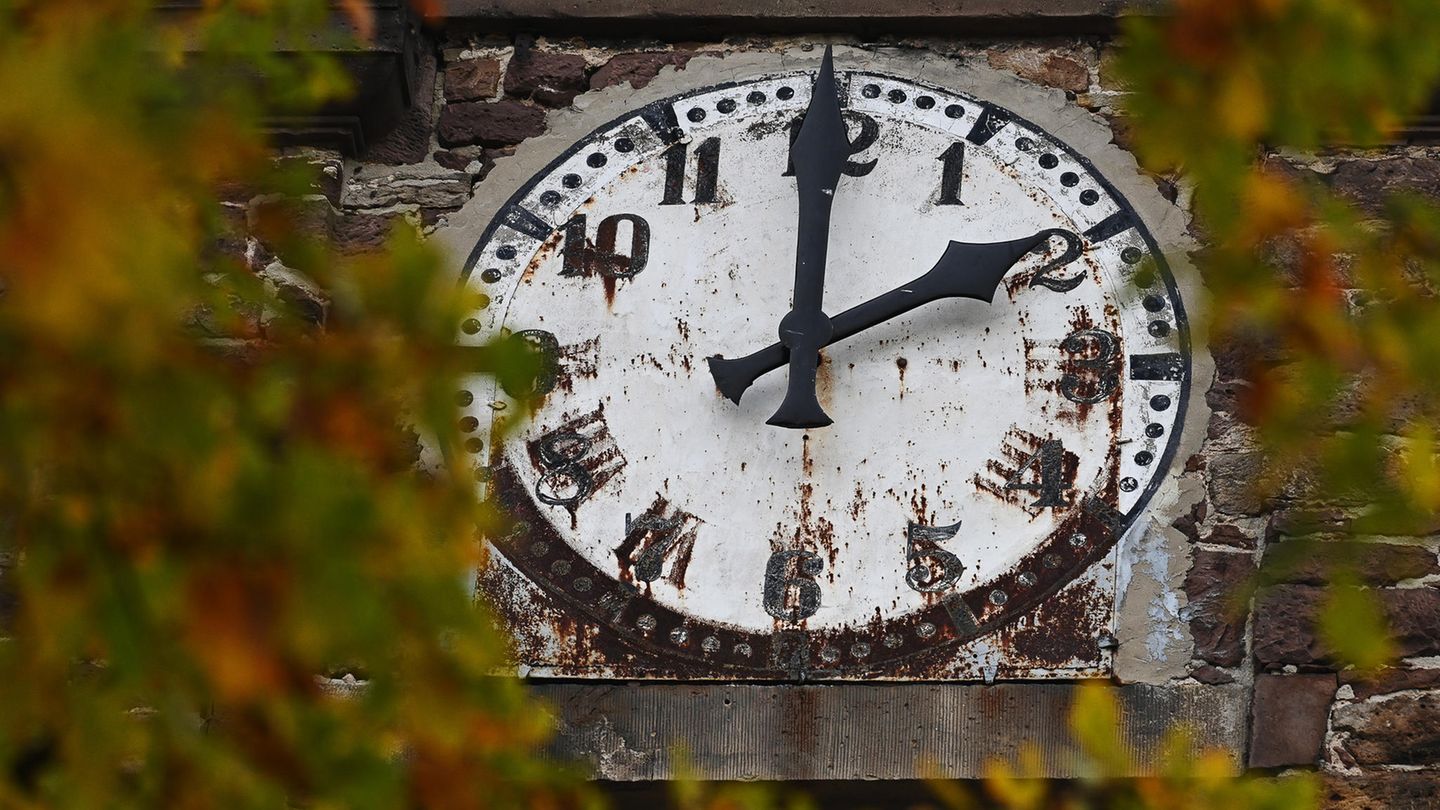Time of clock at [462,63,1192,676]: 2:00
